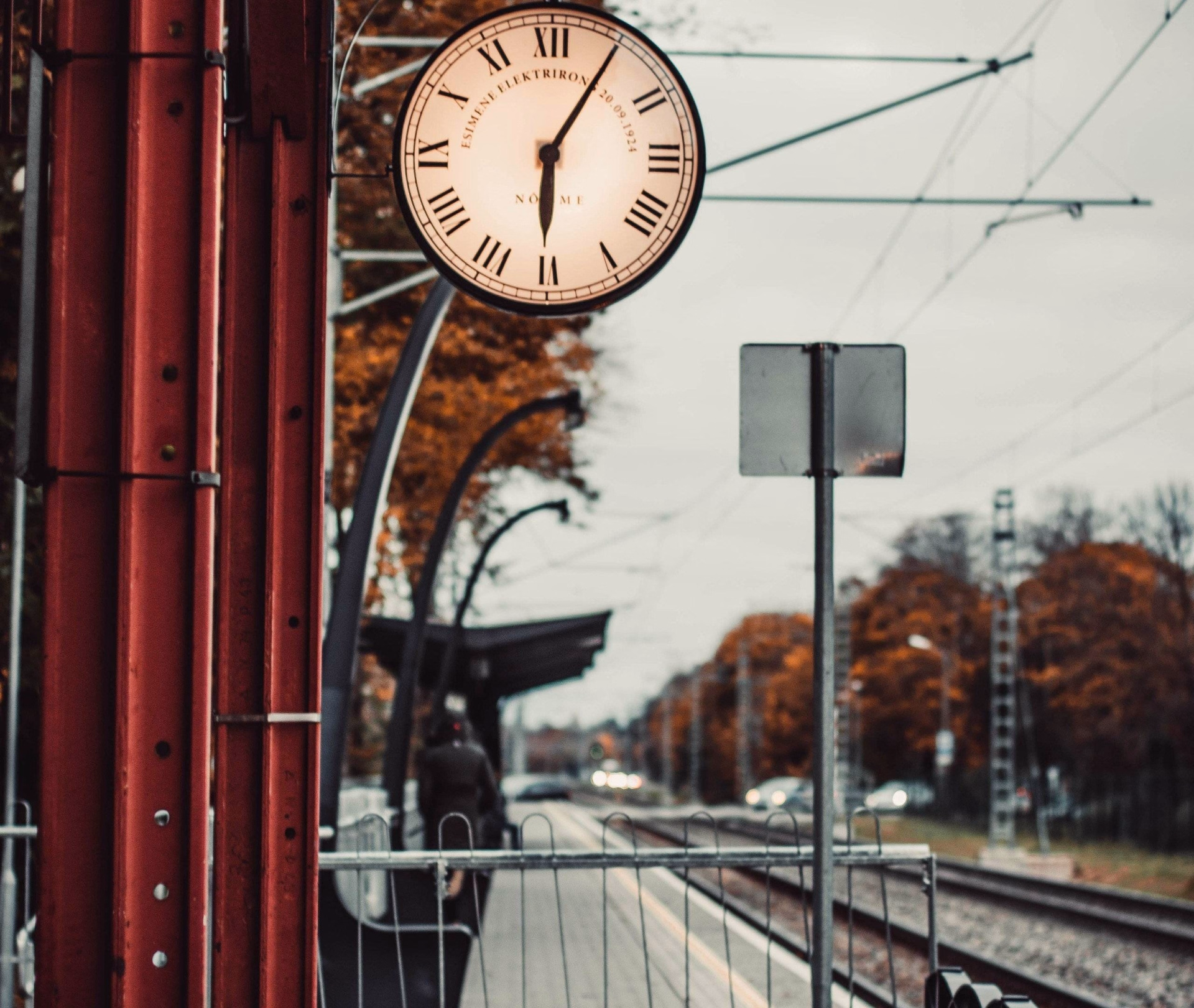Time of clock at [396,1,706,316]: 6:05
